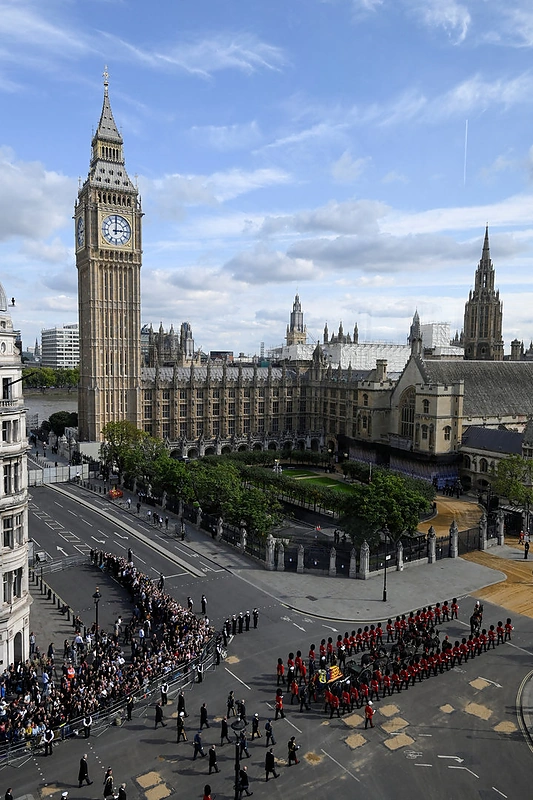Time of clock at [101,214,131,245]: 3:00
